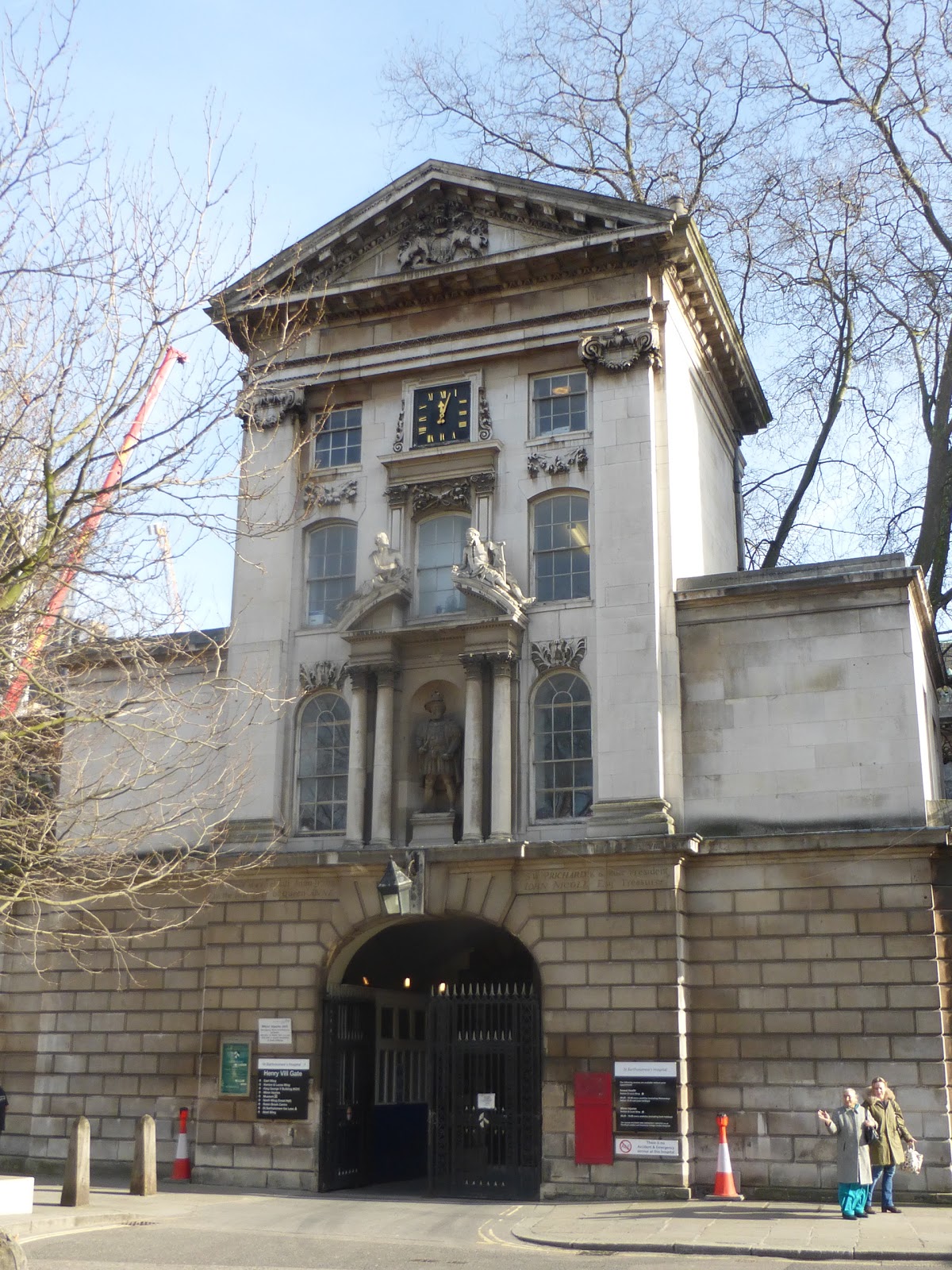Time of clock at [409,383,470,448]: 12:03
